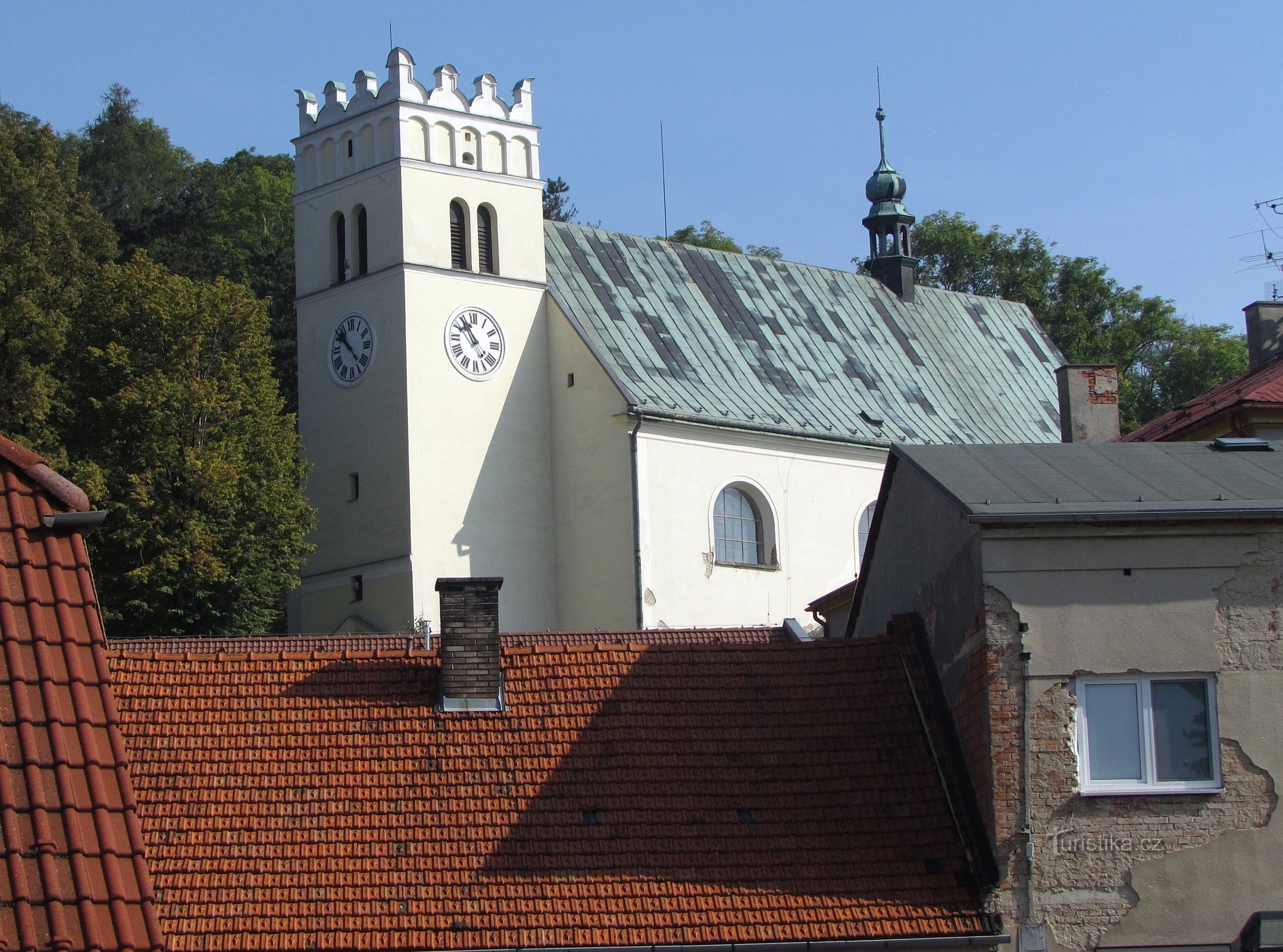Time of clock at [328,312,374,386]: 10:22
